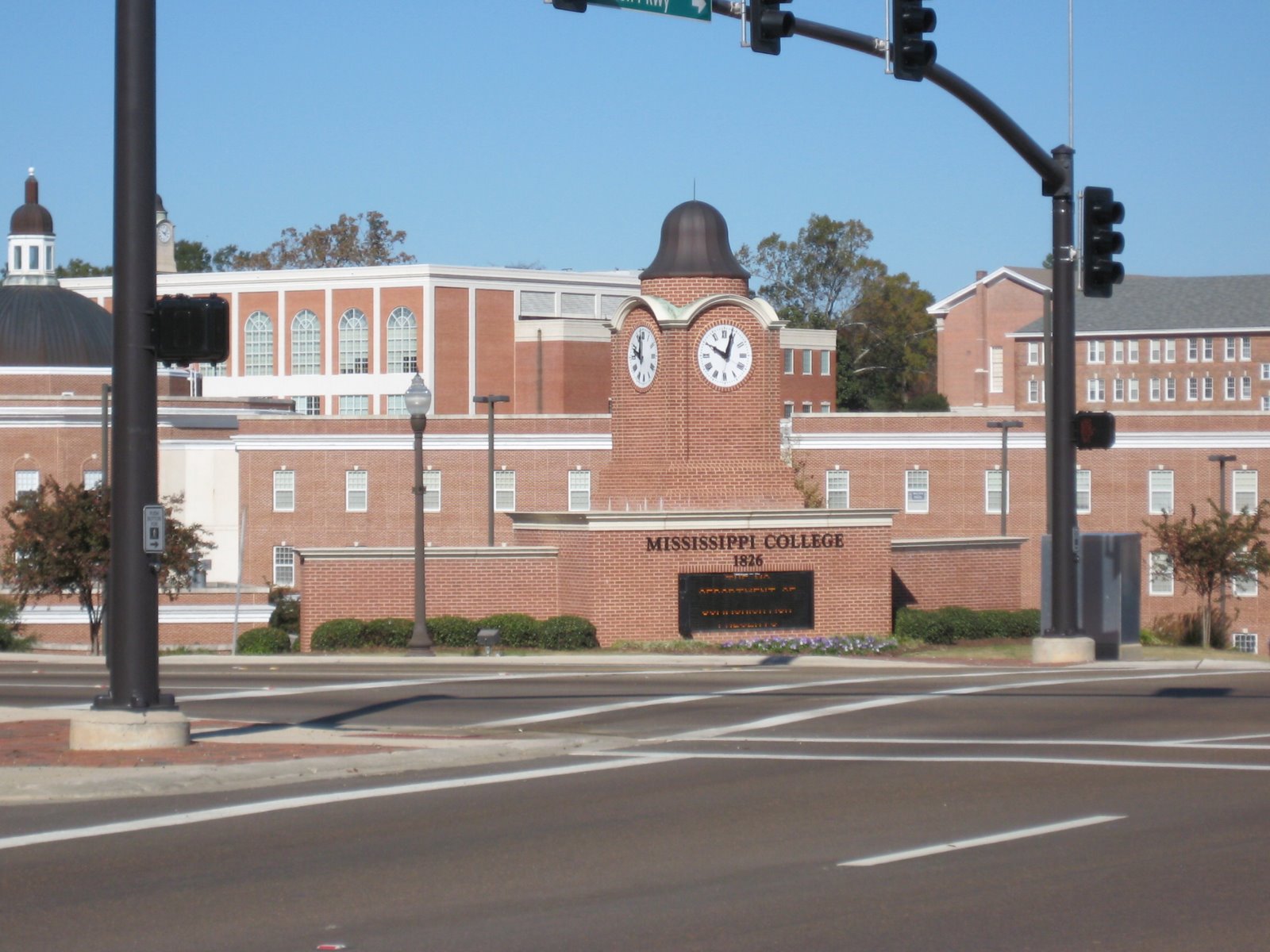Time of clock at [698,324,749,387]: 10:03
